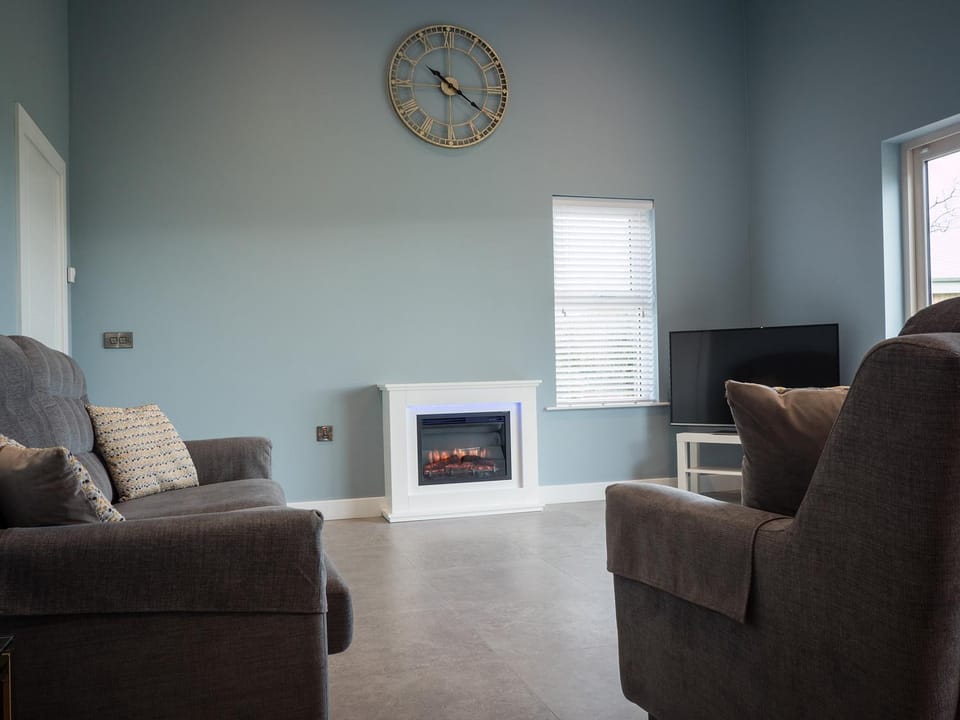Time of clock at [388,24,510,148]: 10:20
